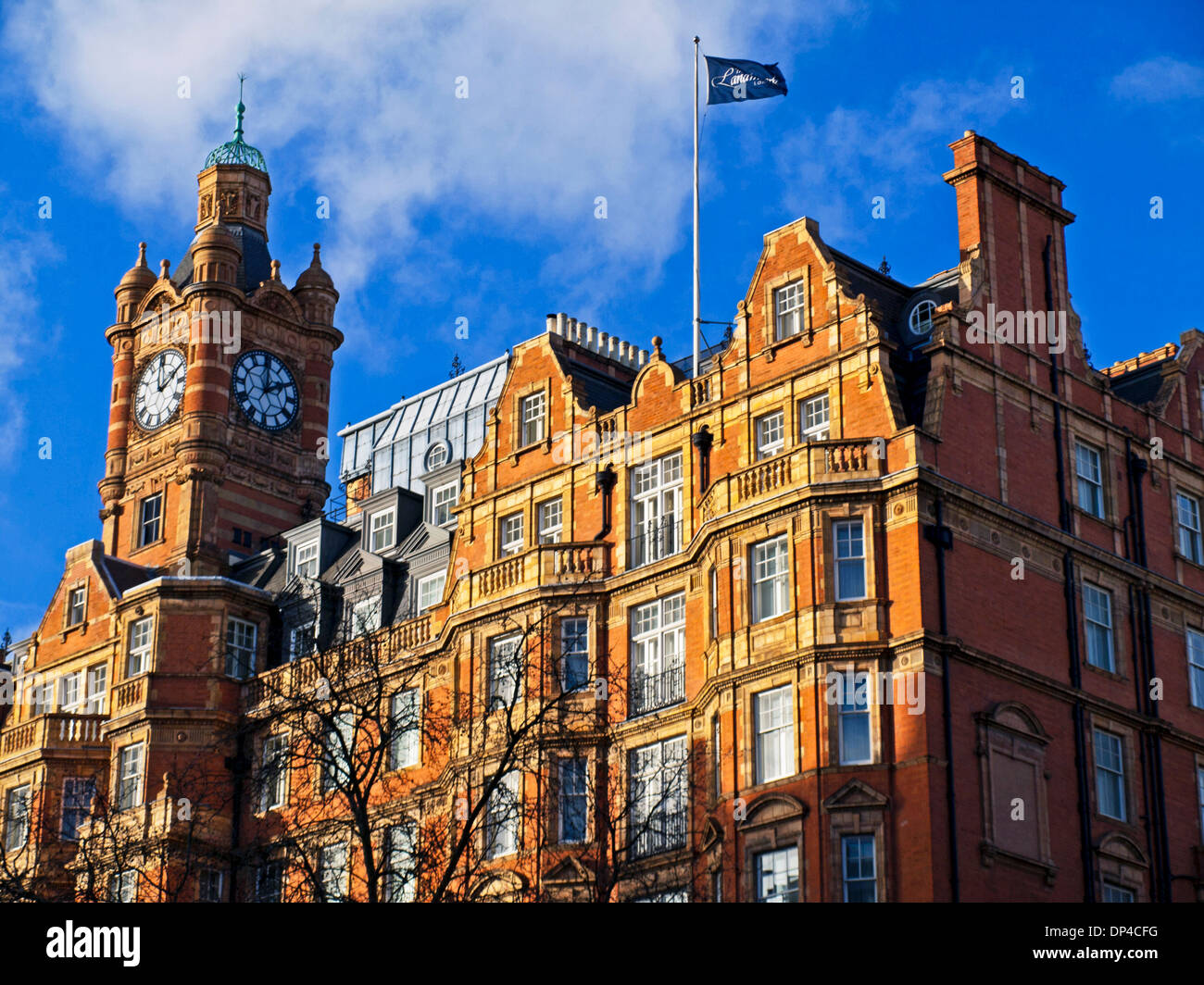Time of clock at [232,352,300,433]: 2:00
